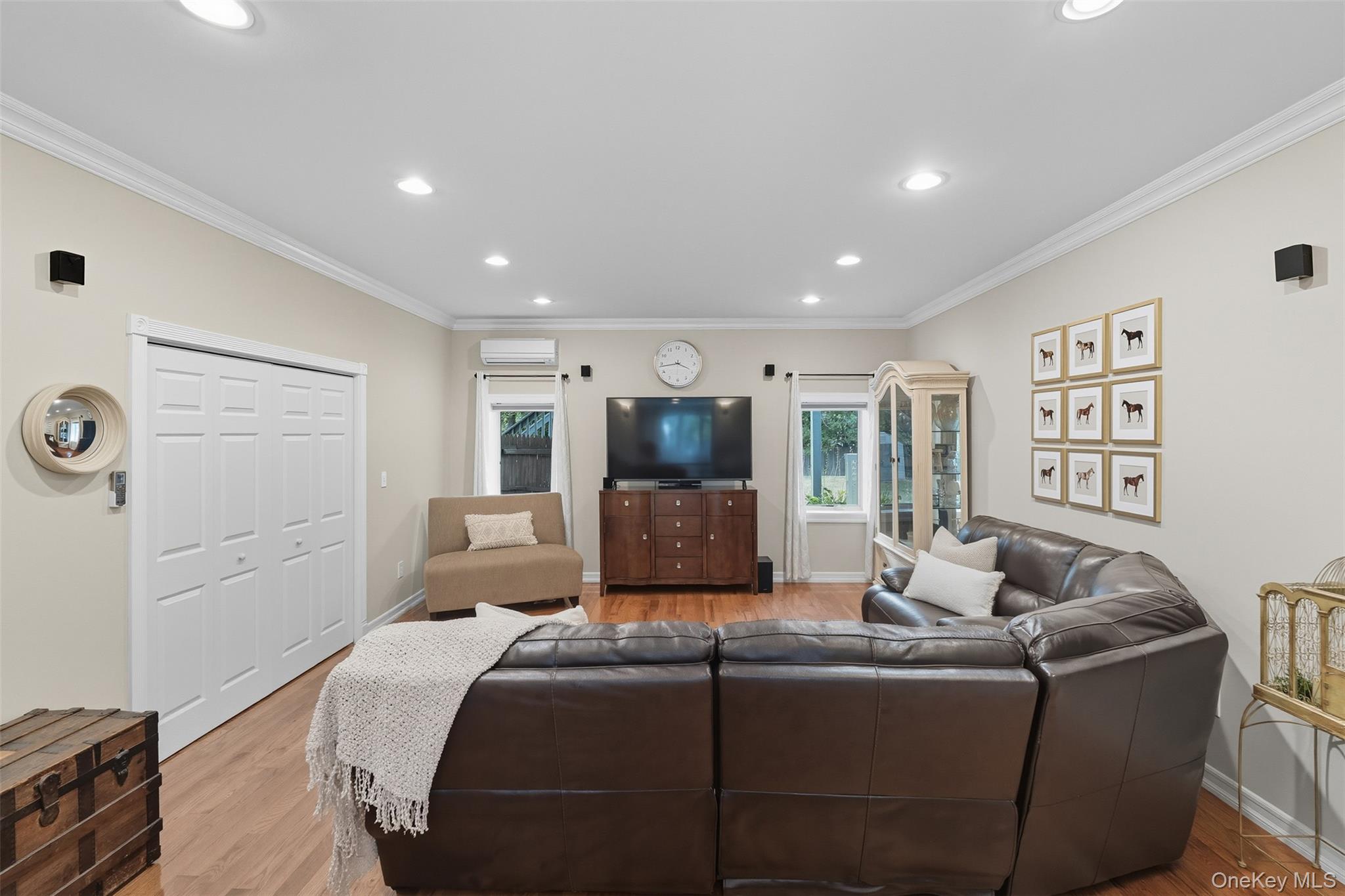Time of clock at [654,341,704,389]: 3:43
